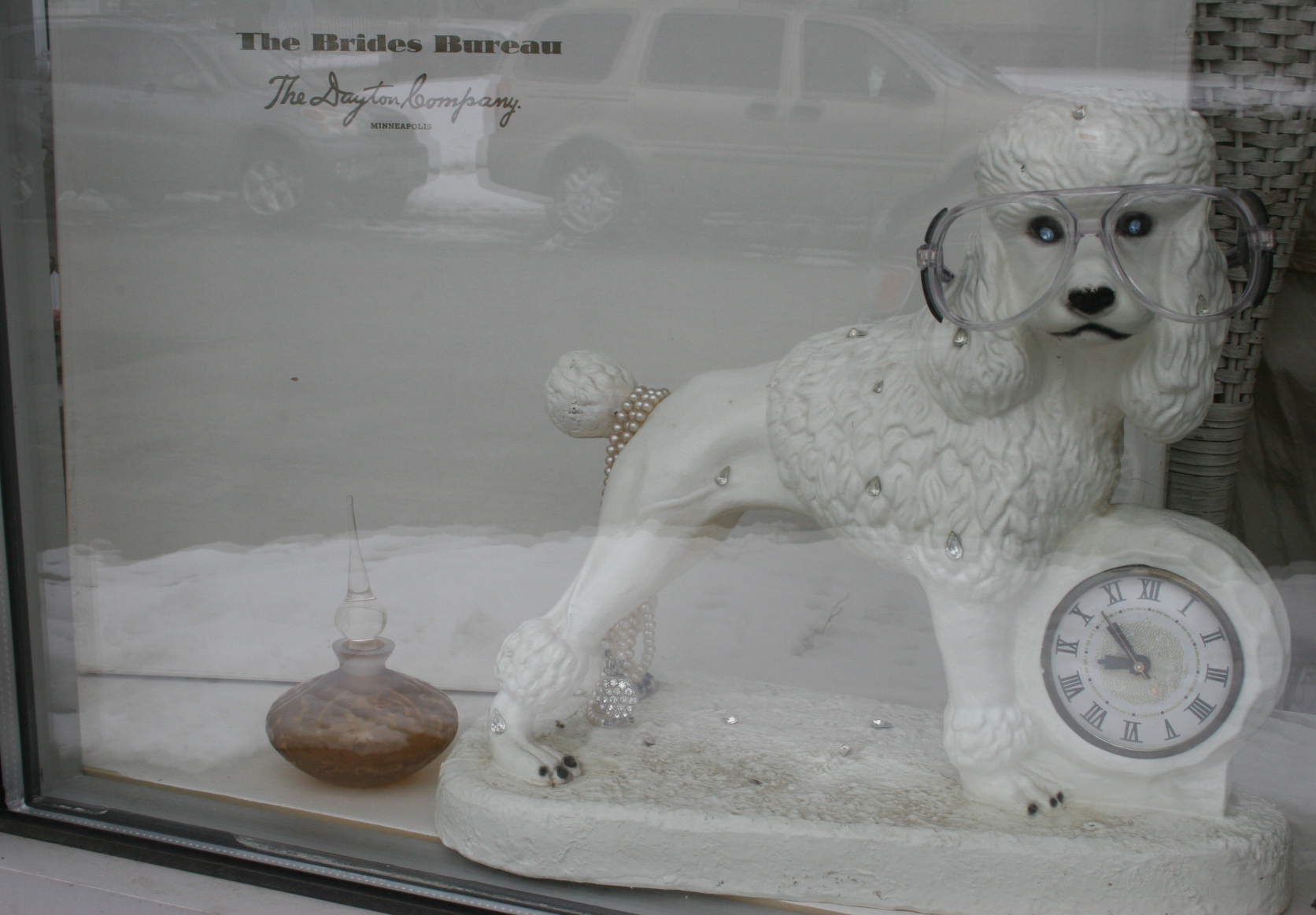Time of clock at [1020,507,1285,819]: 8:52
